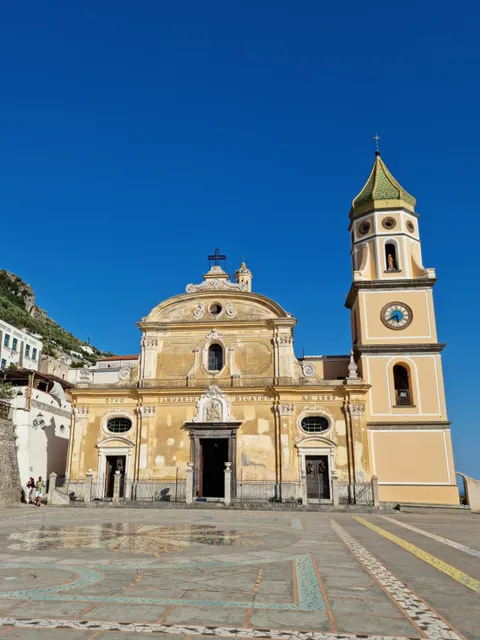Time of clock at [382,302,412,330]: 5:40
